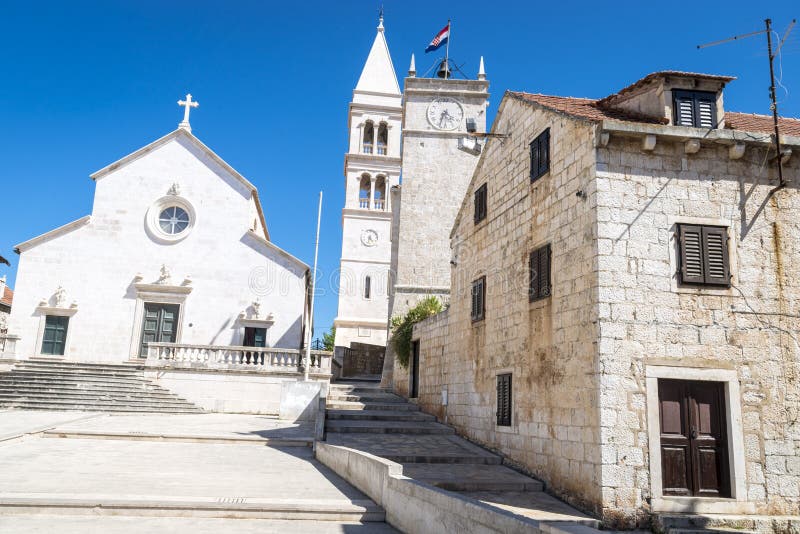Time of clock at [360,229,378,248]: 4:32
